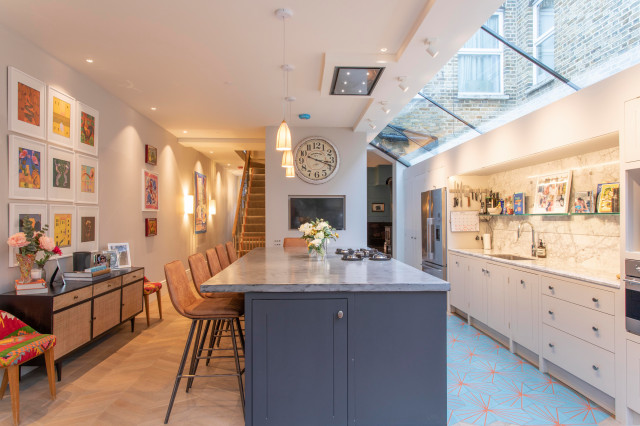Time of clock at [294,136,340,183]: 3:18
